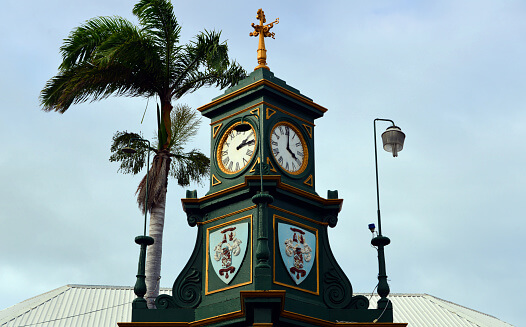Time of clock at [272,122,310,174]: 4:00
